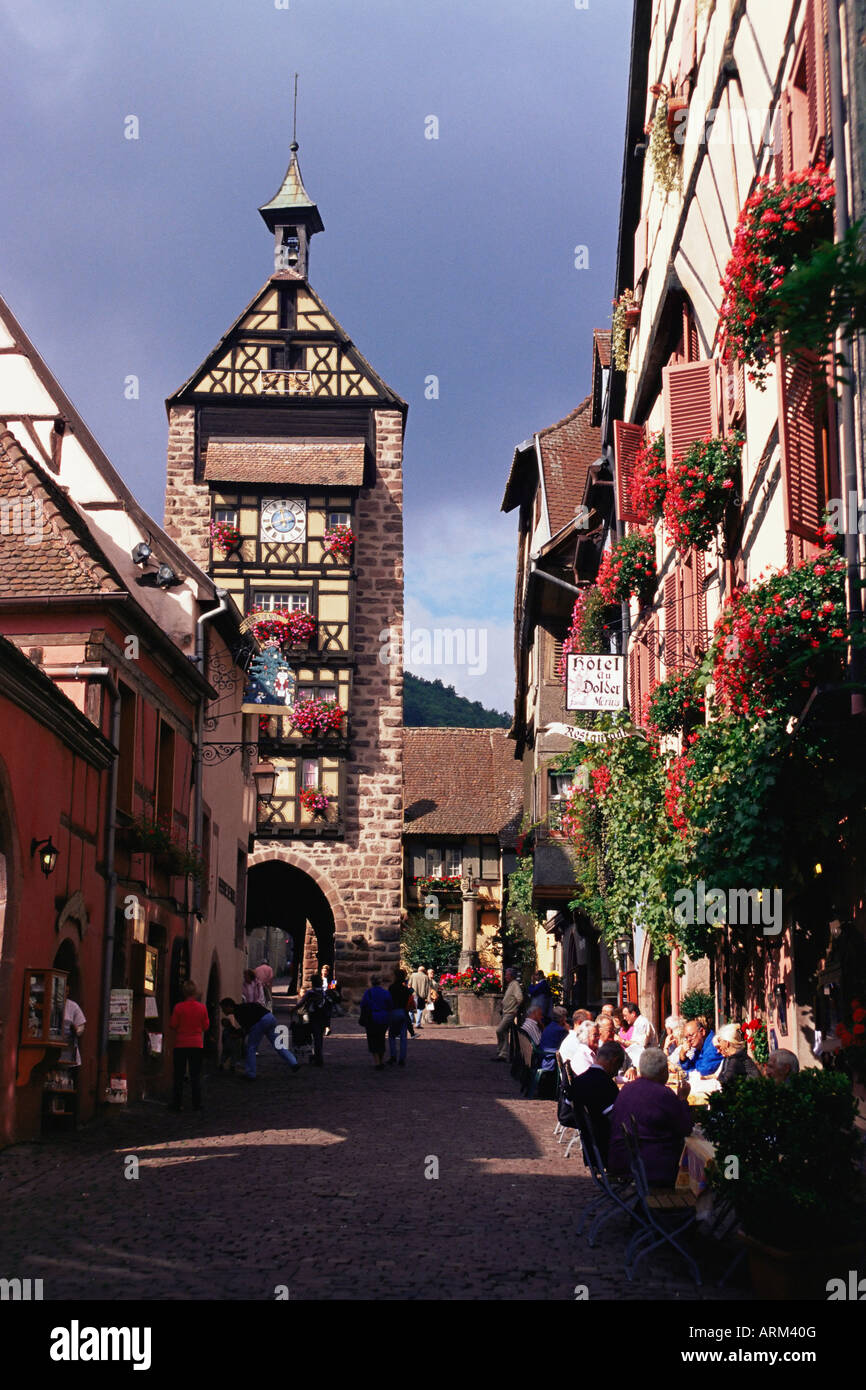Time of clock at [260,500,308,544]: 2:40
